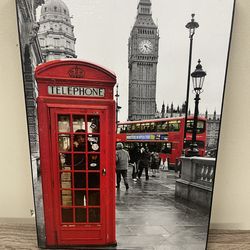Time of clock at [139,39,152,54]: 5:18
